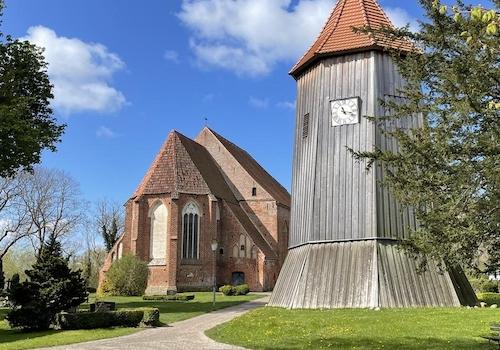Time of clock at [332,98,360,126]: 11:17
